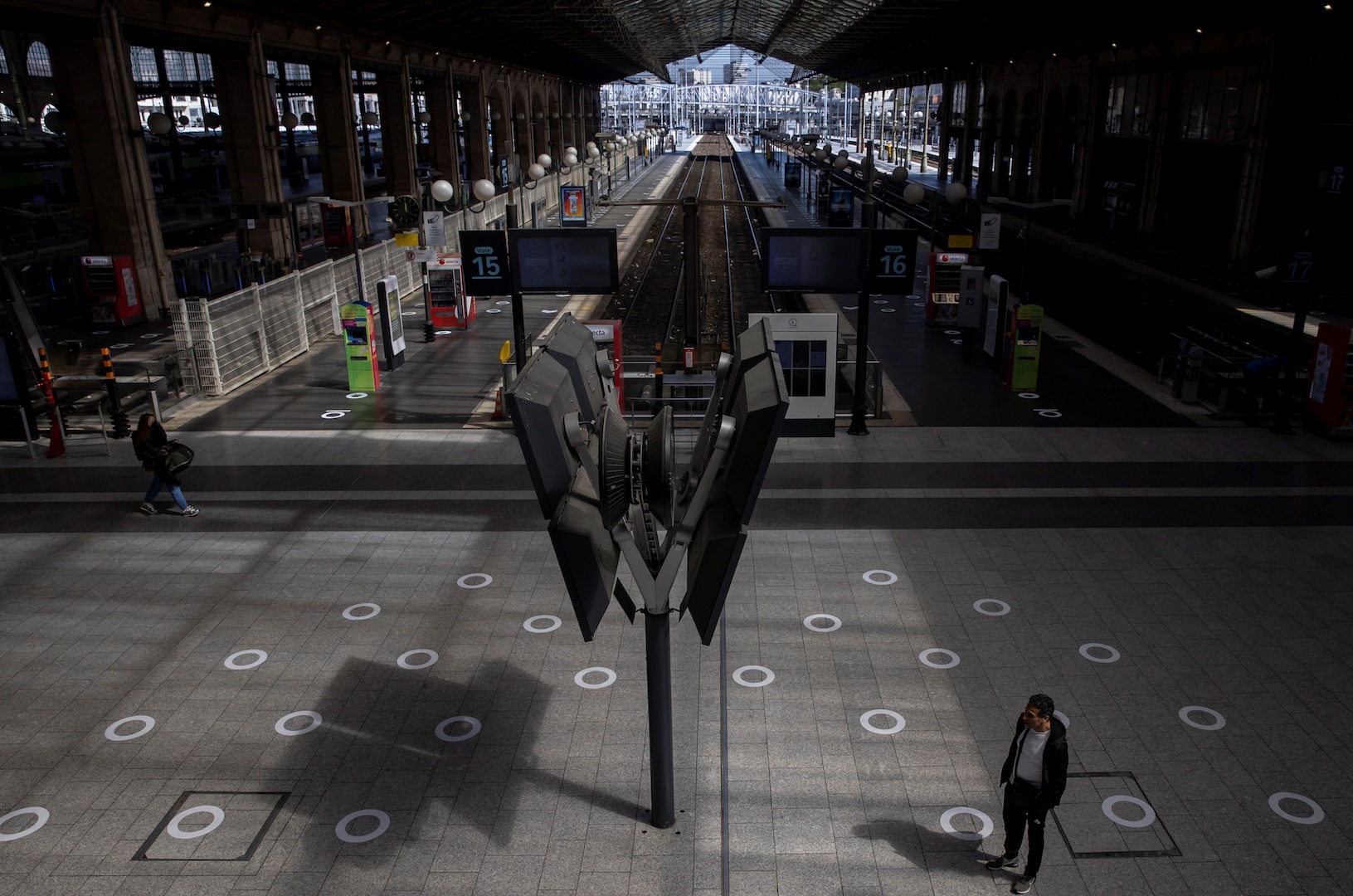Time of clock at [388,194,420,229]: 12:19
